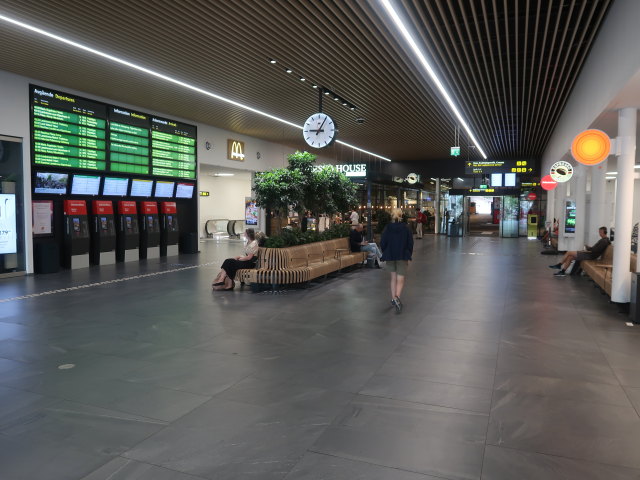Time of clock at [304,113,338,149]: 9:05
